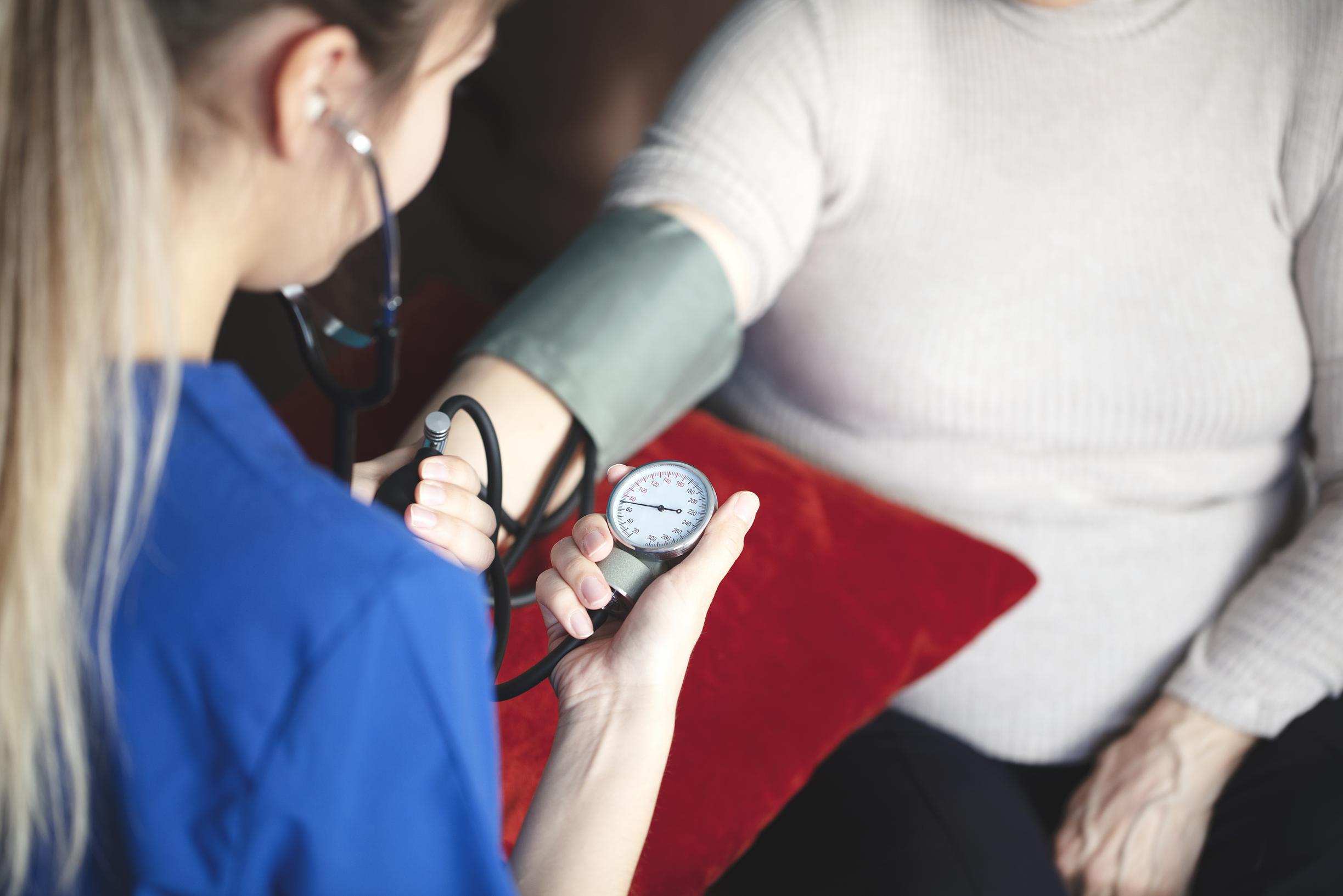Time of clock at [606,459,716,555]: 2:46
